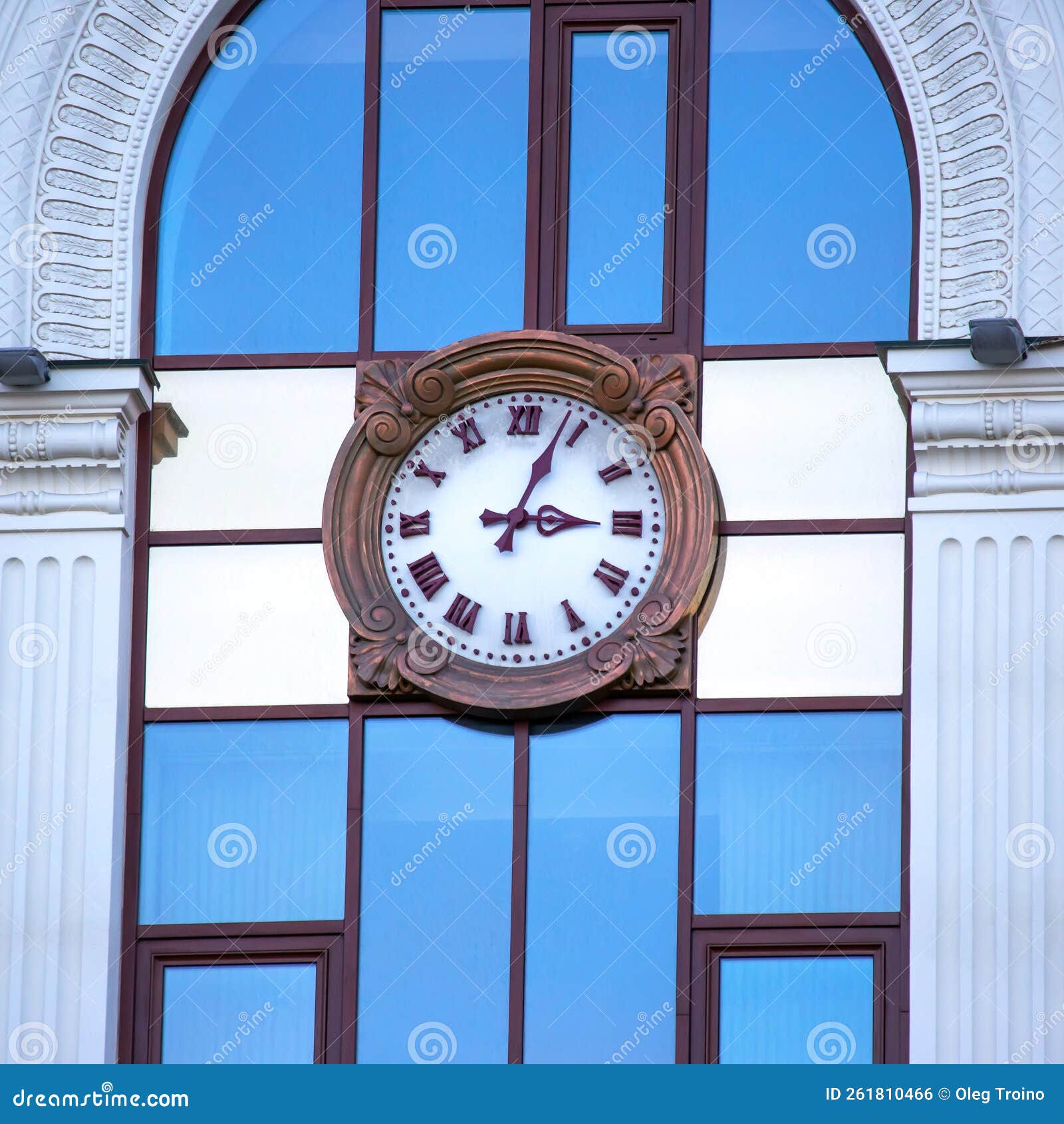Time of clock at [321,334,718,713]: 3:03
